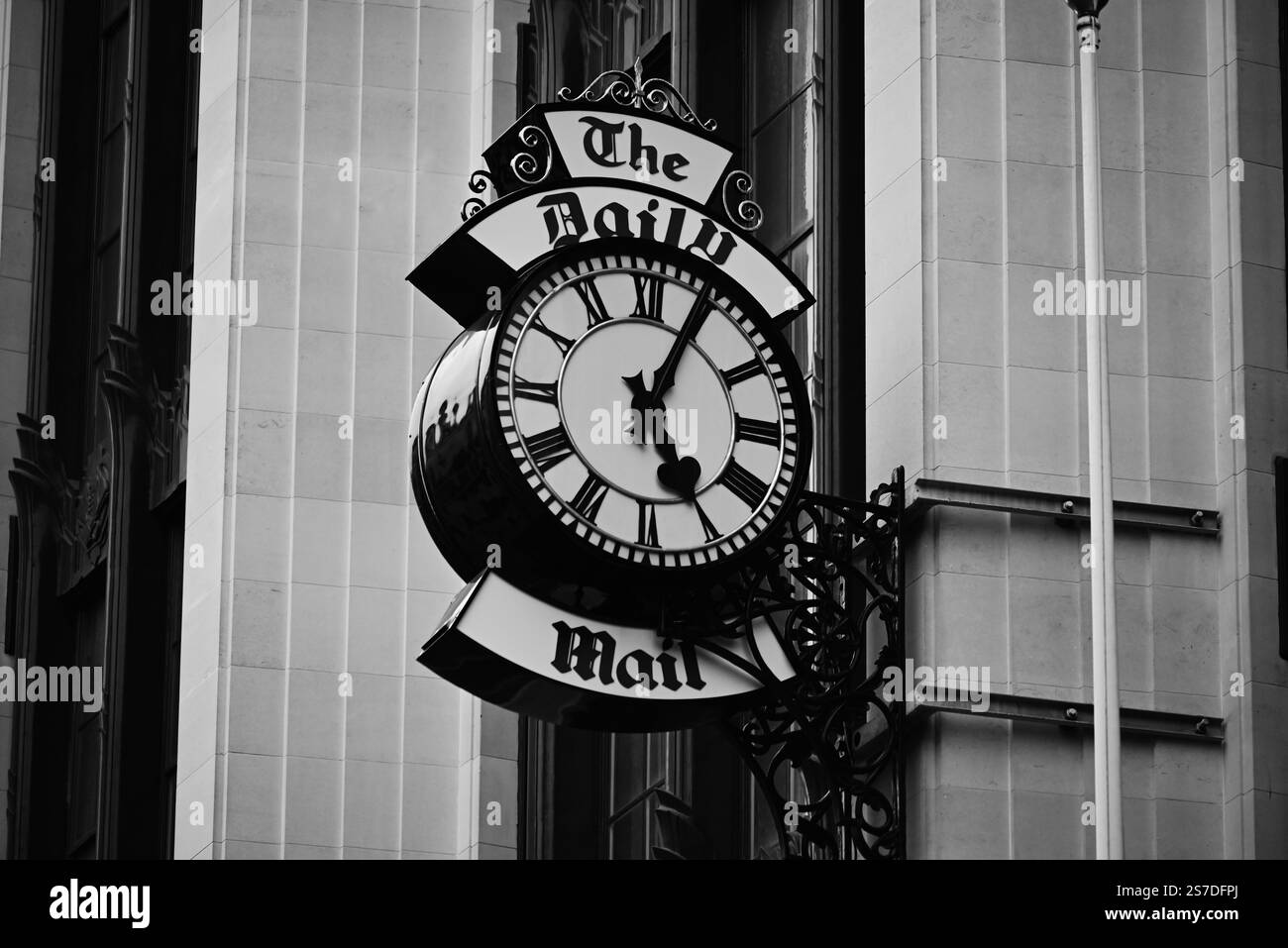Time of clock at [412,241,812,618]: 5:04
